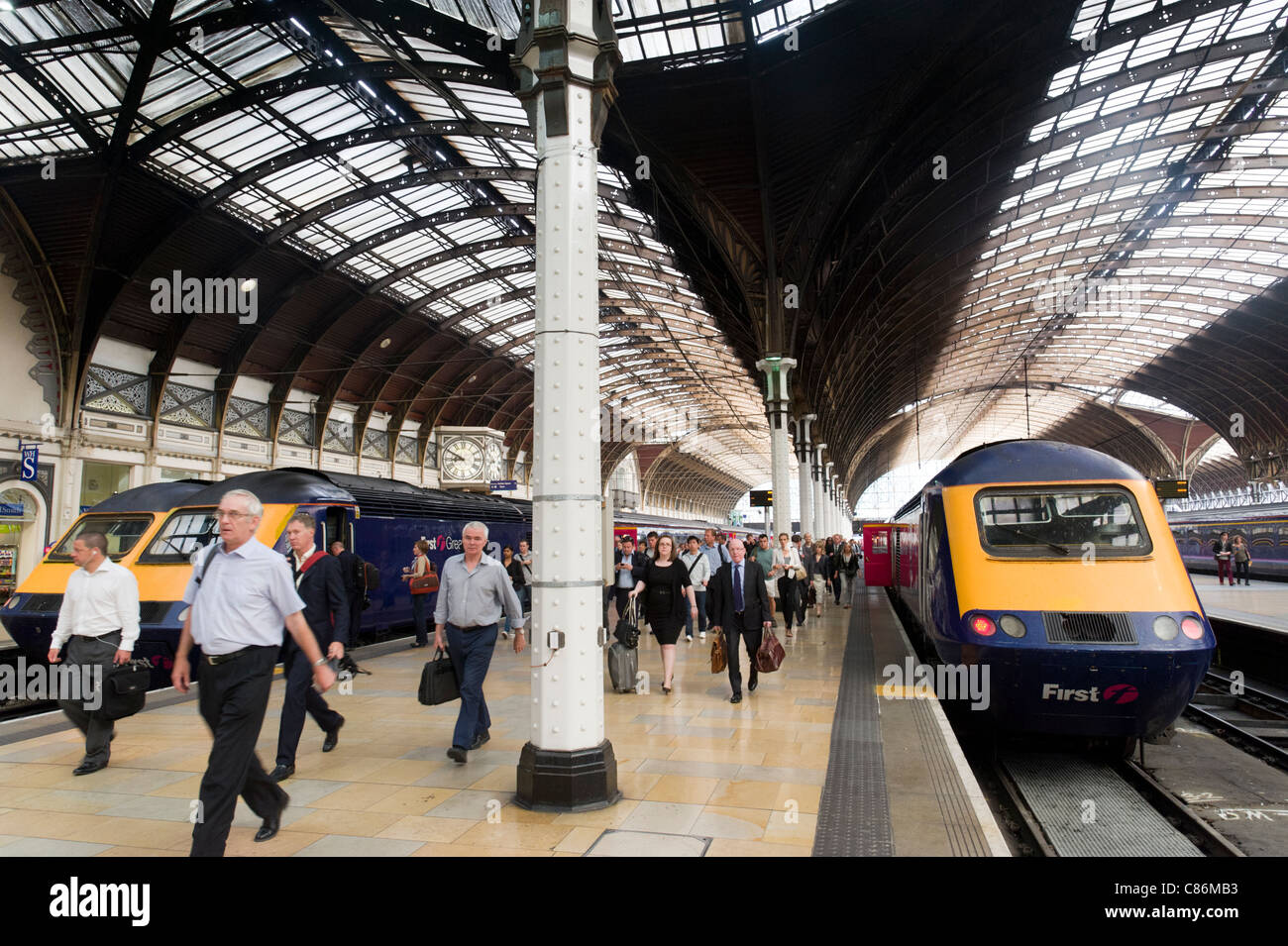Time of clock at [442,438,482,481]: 8:49
